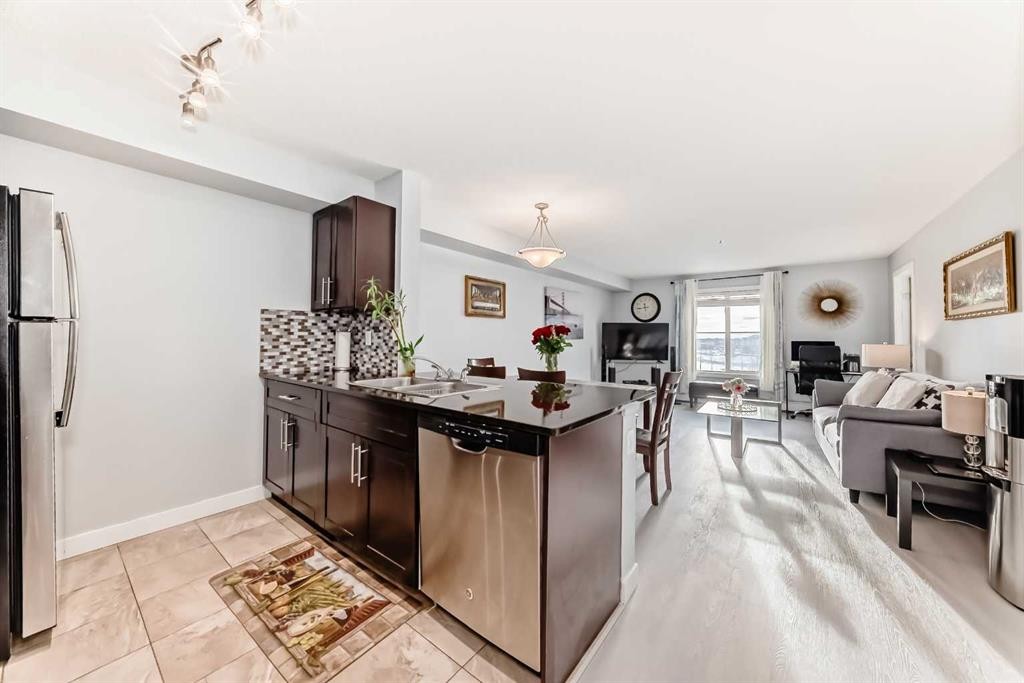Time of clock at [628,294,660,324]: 11:44
